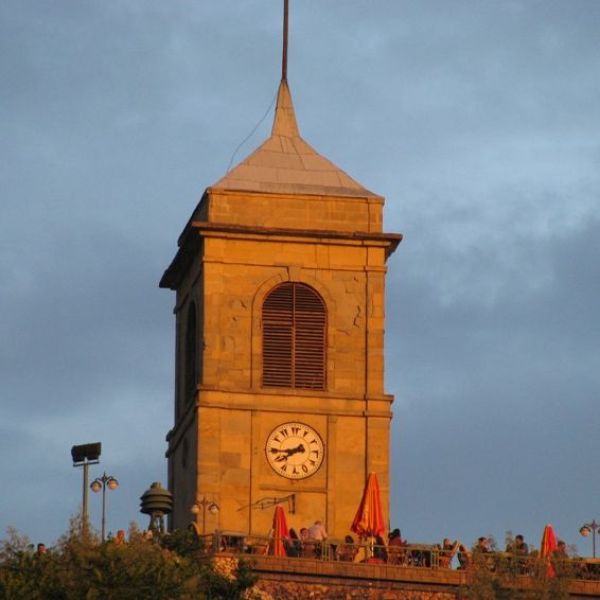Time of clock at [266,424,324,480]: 7:43
